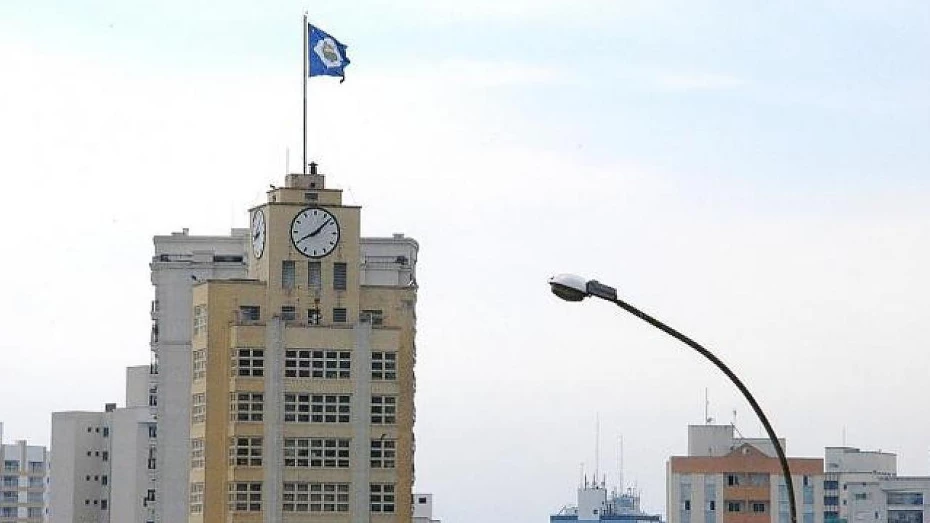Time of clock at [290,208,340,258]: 8:07
